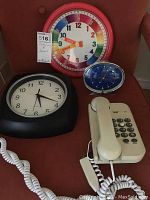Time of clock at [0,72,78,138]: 5:18
